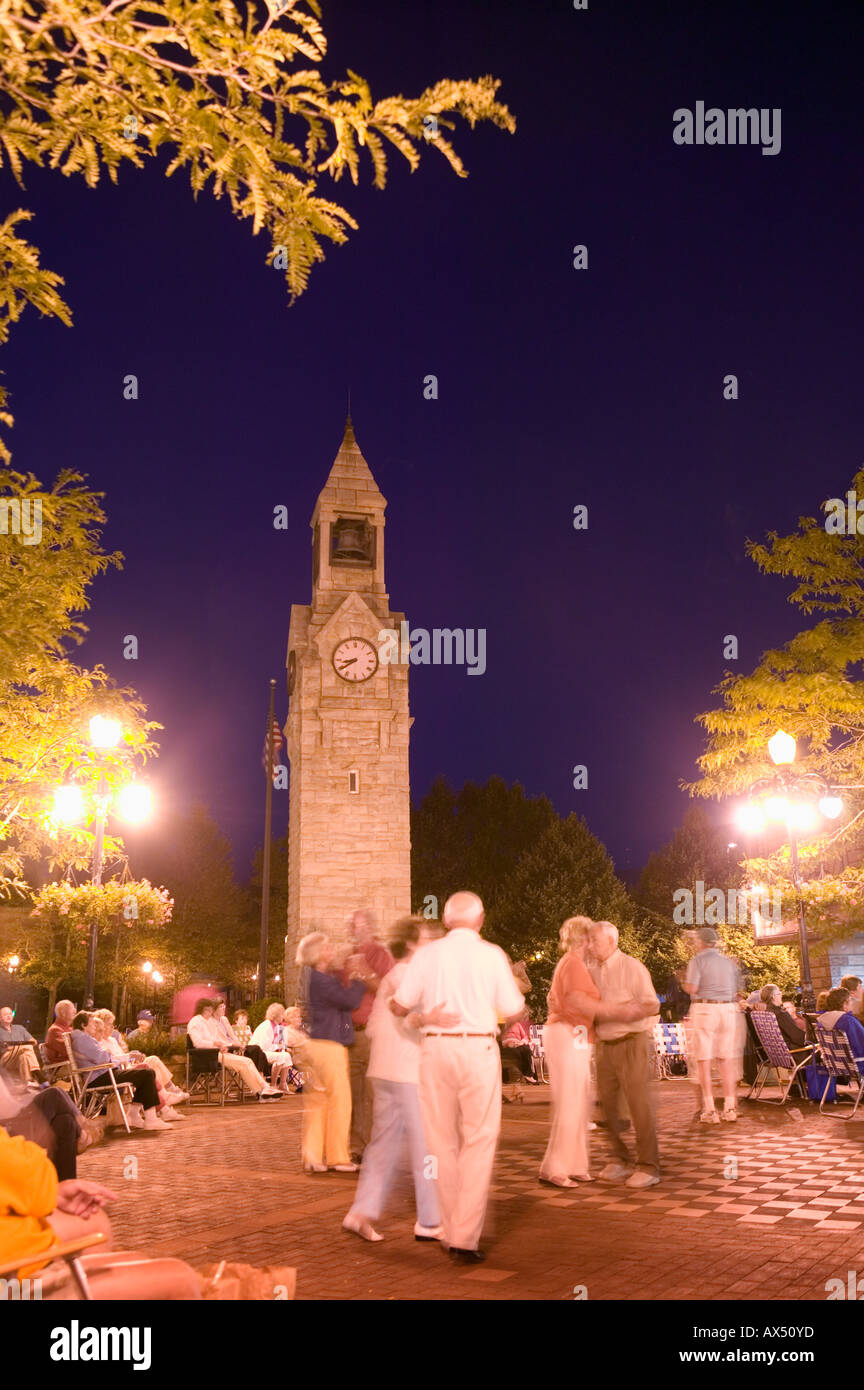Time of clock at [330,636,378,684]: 8:39
